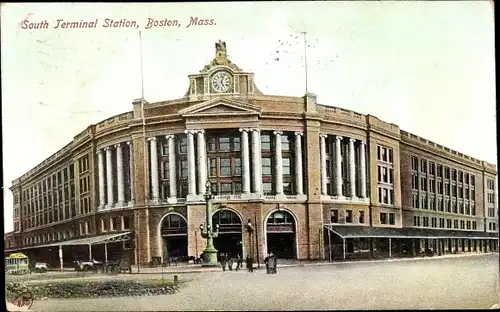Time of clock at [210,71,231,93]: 5:03
